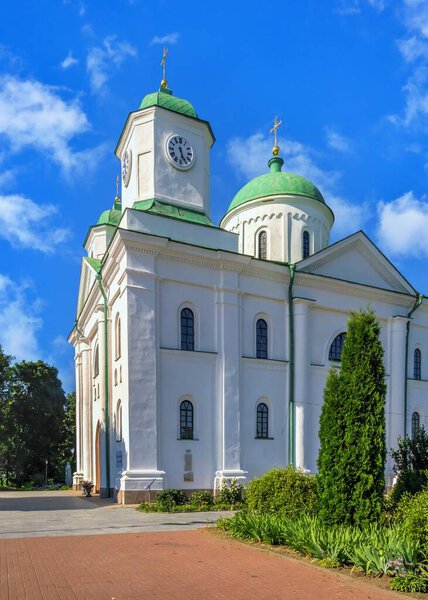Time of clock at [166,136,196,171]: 5:26
